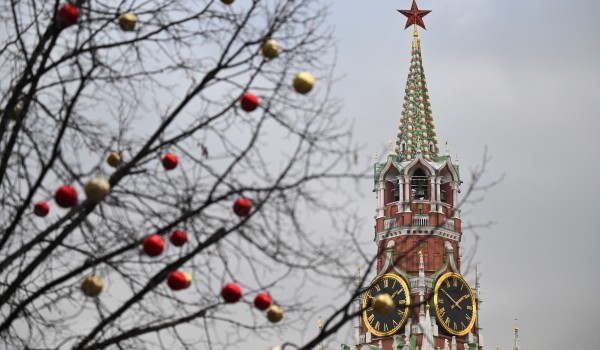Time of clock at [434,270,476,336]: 1:50
